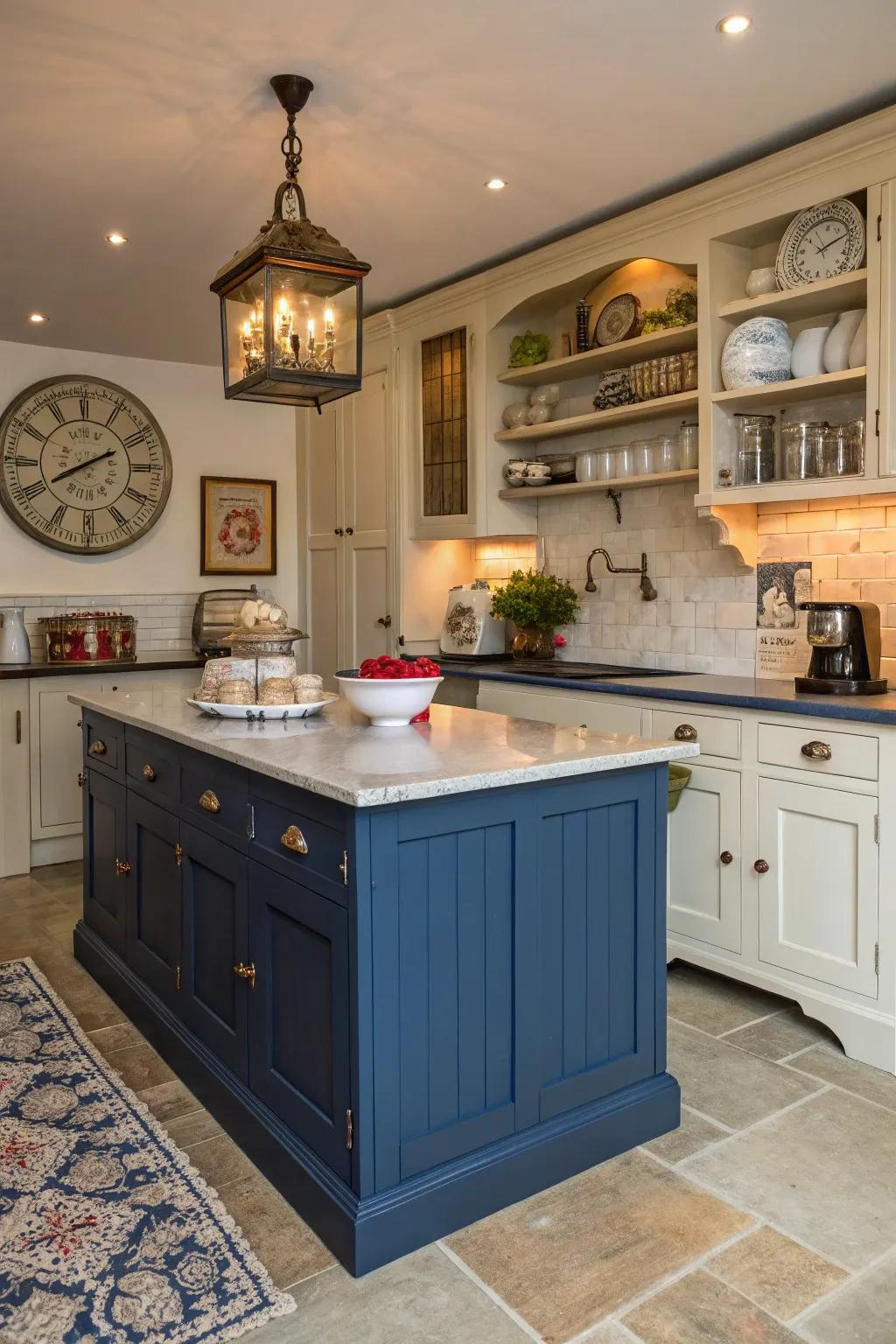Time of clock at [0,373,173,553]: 8:10
